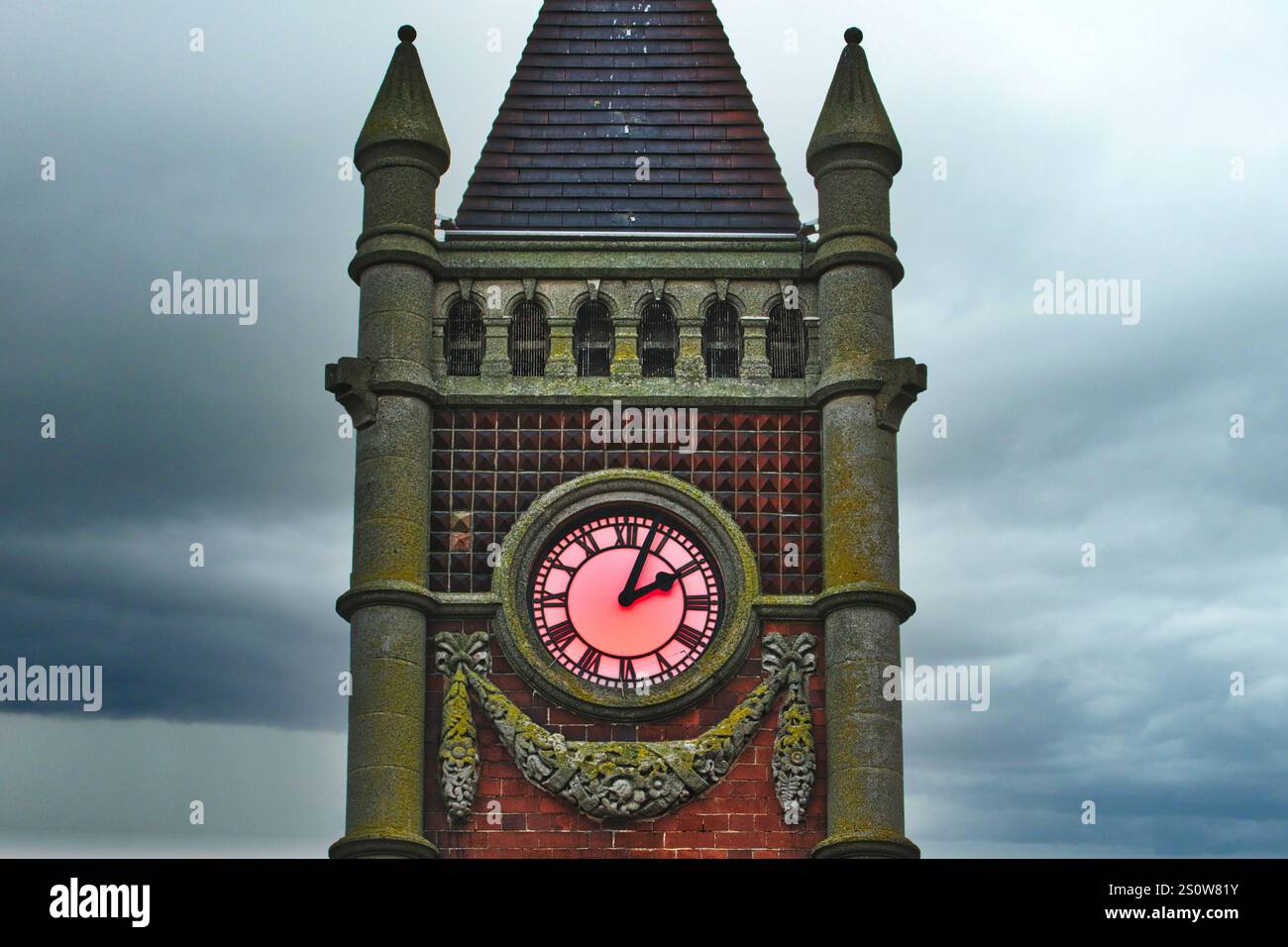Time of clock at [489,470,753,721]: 2:03
